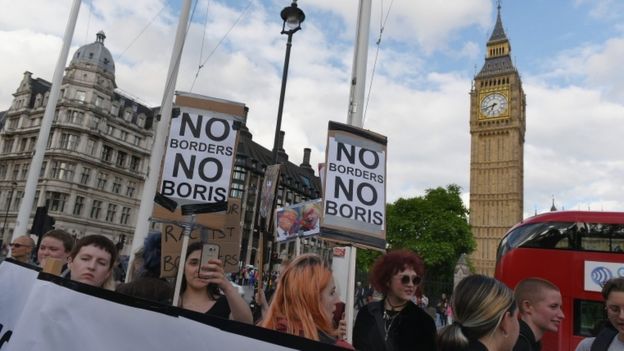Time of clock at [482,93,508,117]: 6:41
